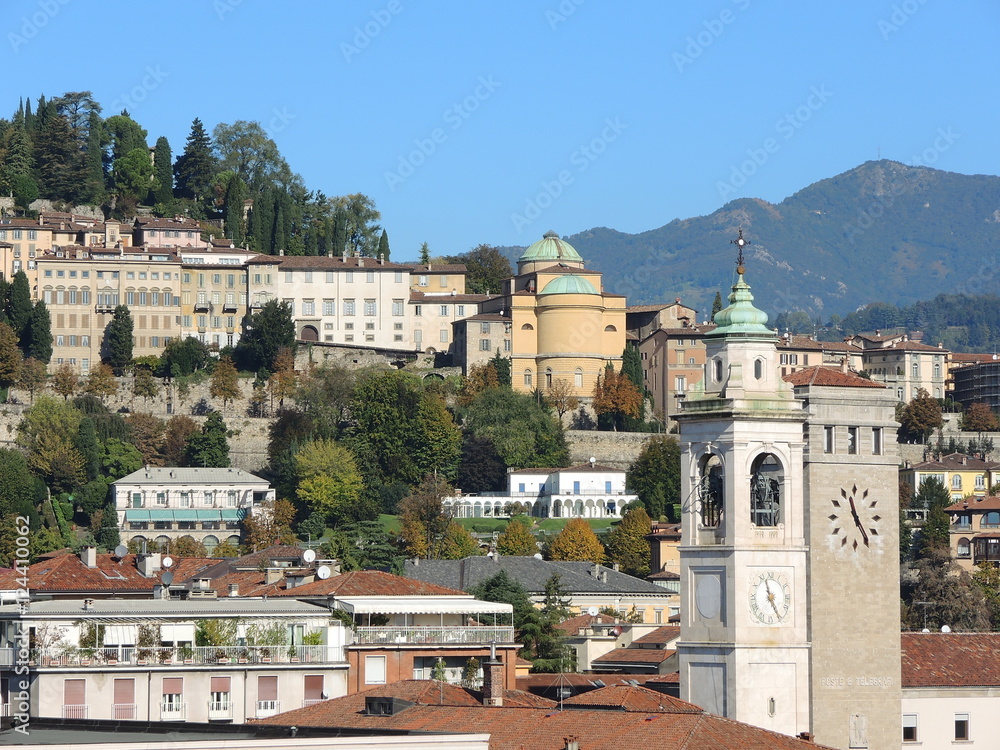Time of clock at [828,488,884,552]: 11:24
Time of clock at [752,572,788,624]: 11:25
